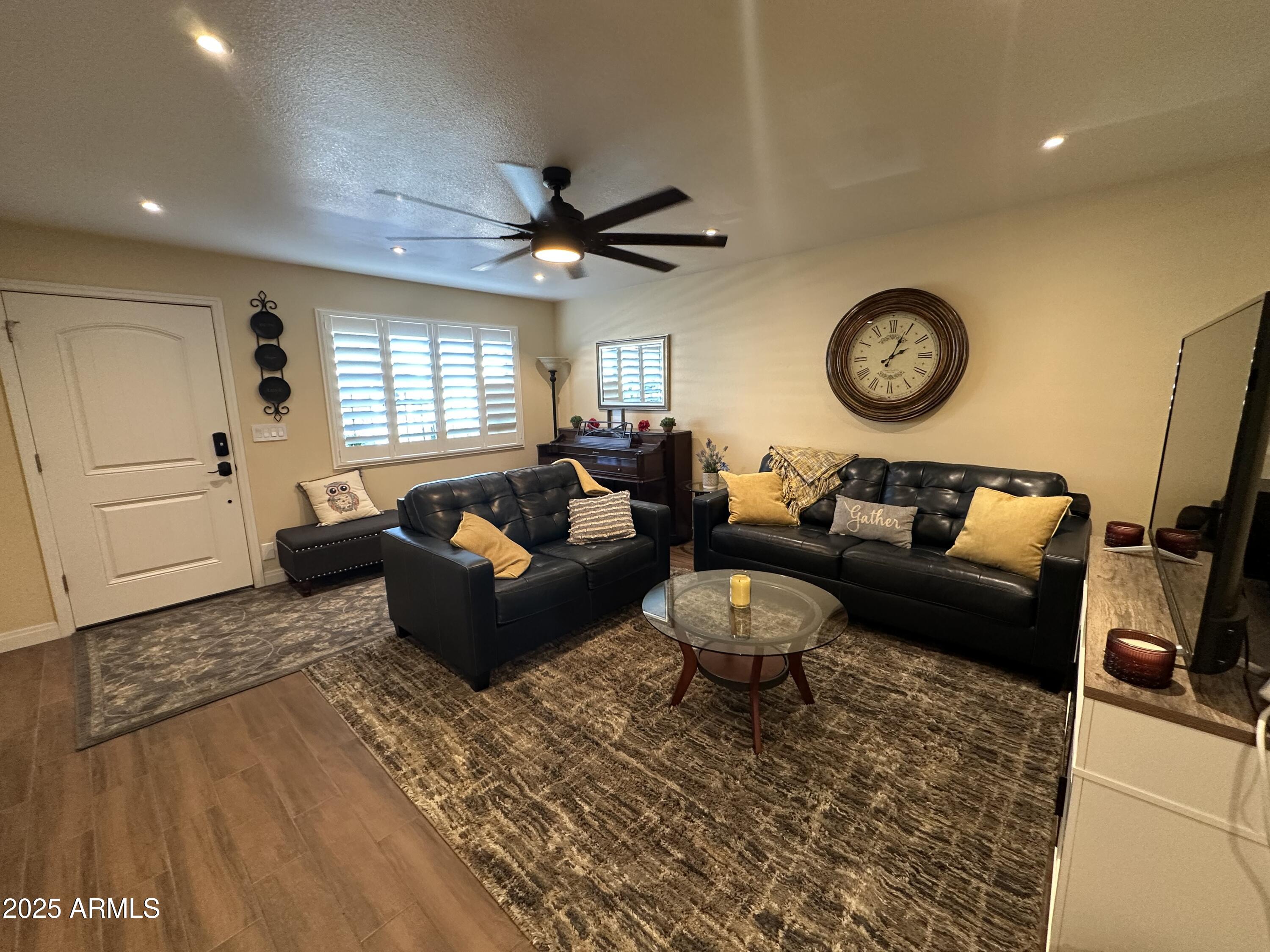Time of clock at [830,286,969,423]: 2:04
